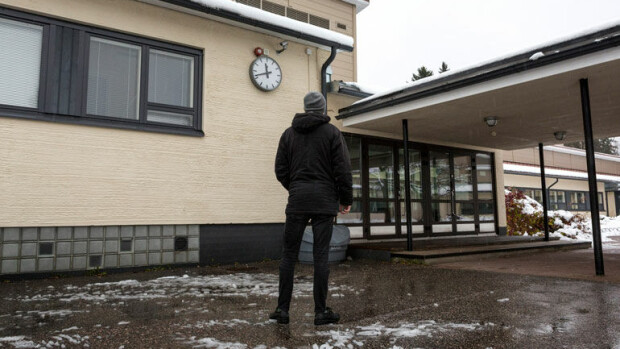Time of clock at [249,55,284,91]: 11:41
